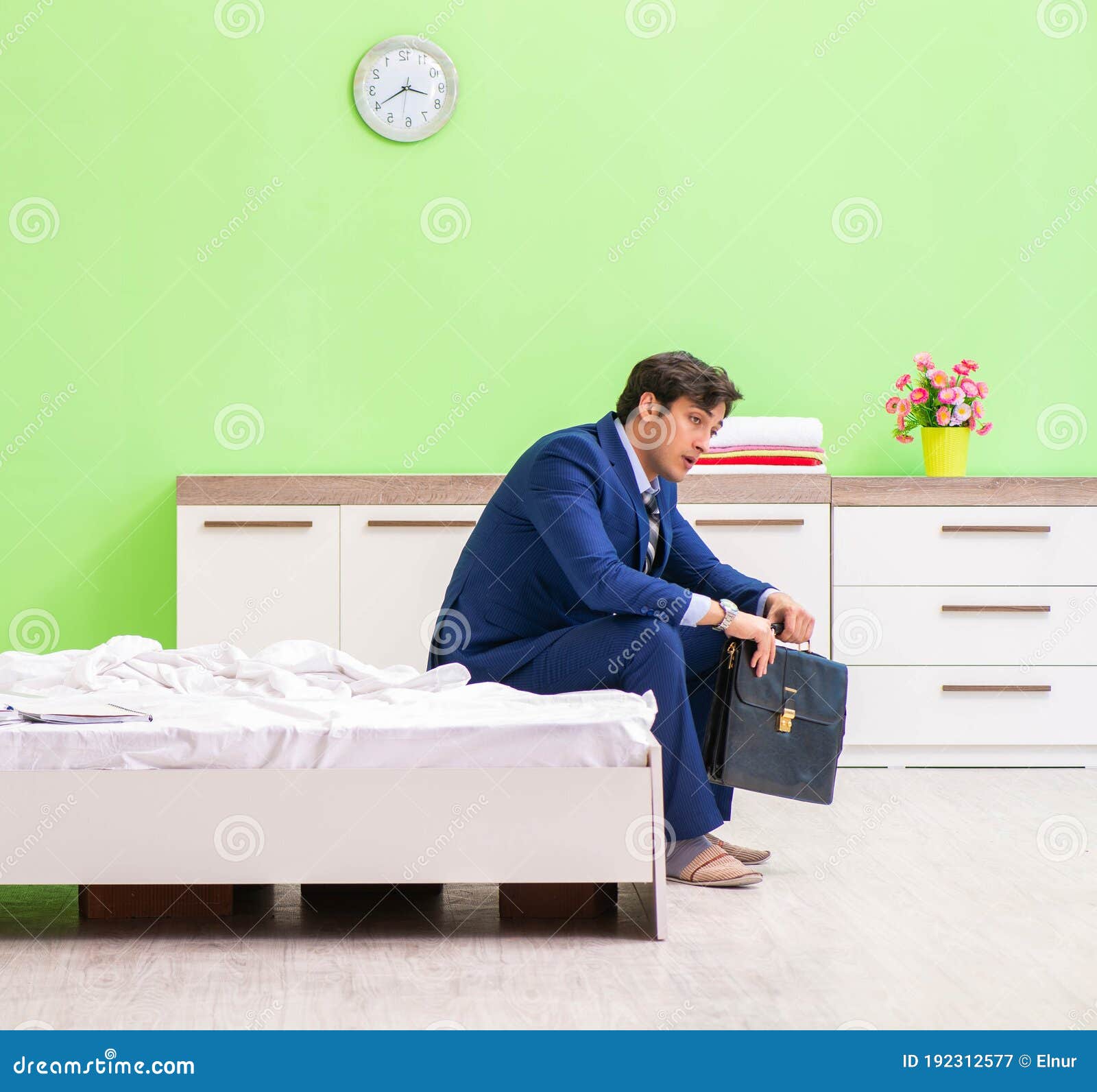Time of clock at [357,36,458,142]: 3:40
